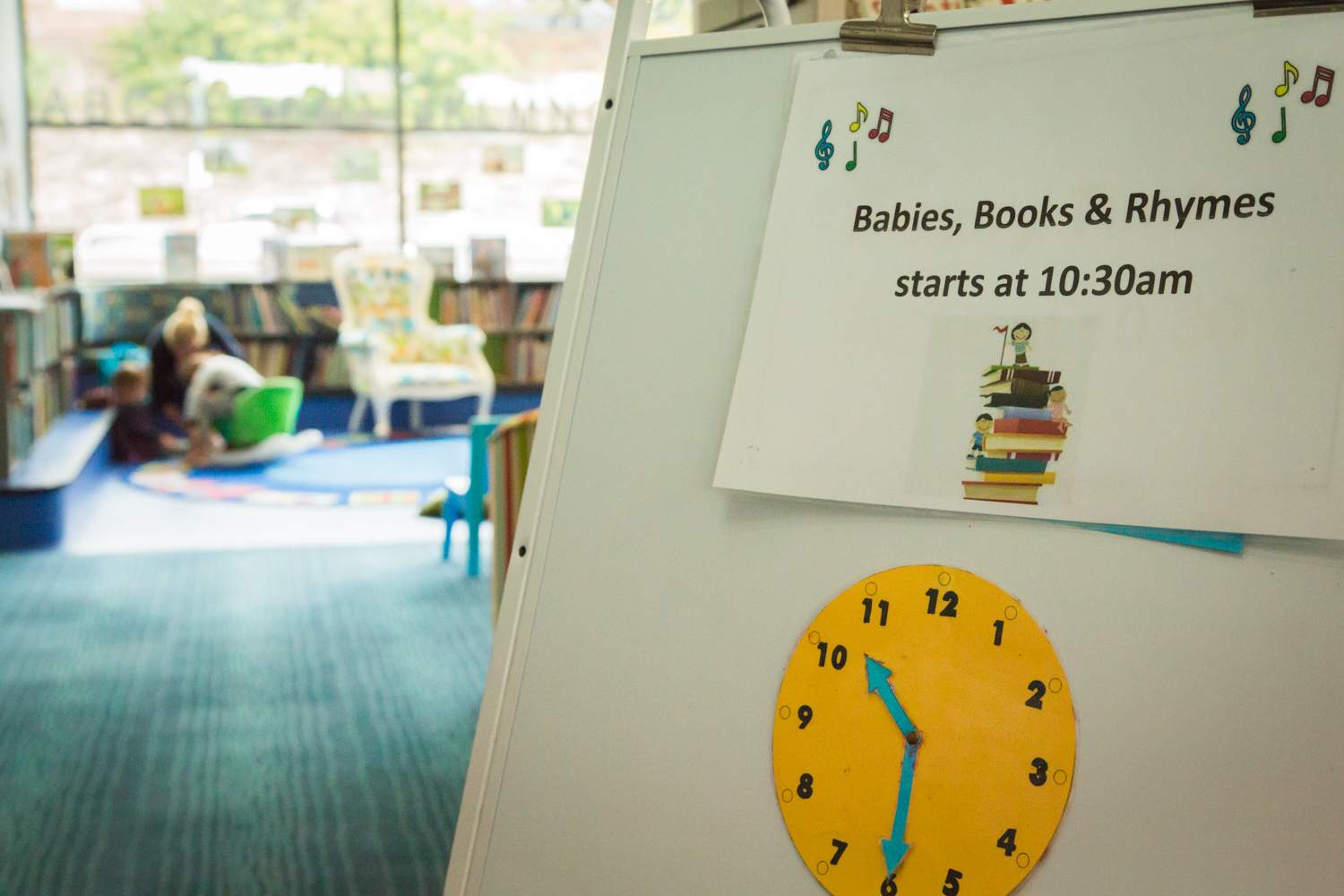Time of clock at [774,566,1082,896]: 10:29
